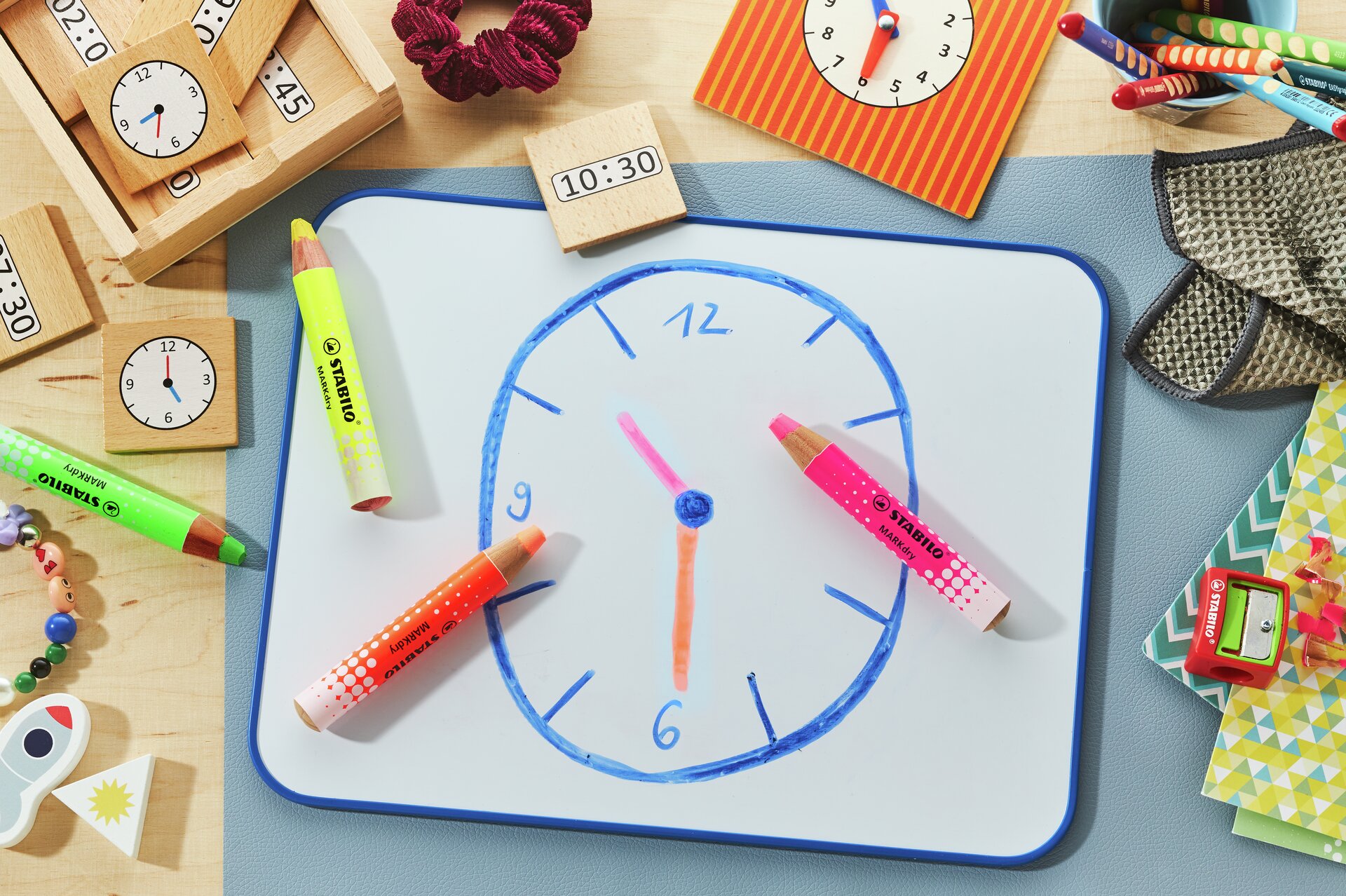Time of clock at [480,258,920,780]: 10:29
